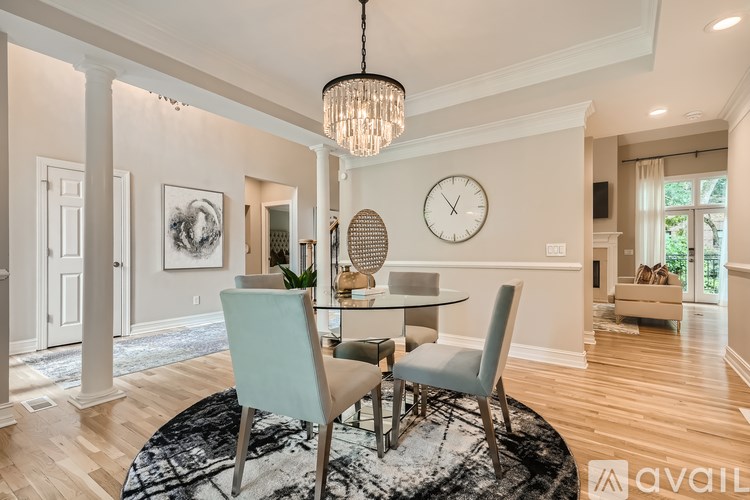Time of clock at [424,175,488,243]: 12:53
